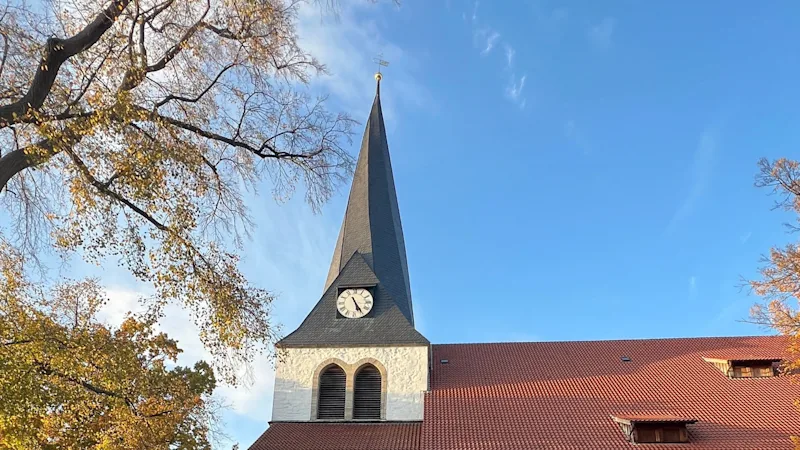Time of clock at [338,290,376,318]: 5:24
